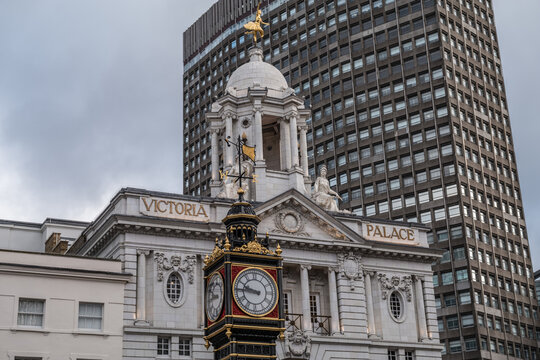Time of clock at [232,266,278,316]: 9:45
